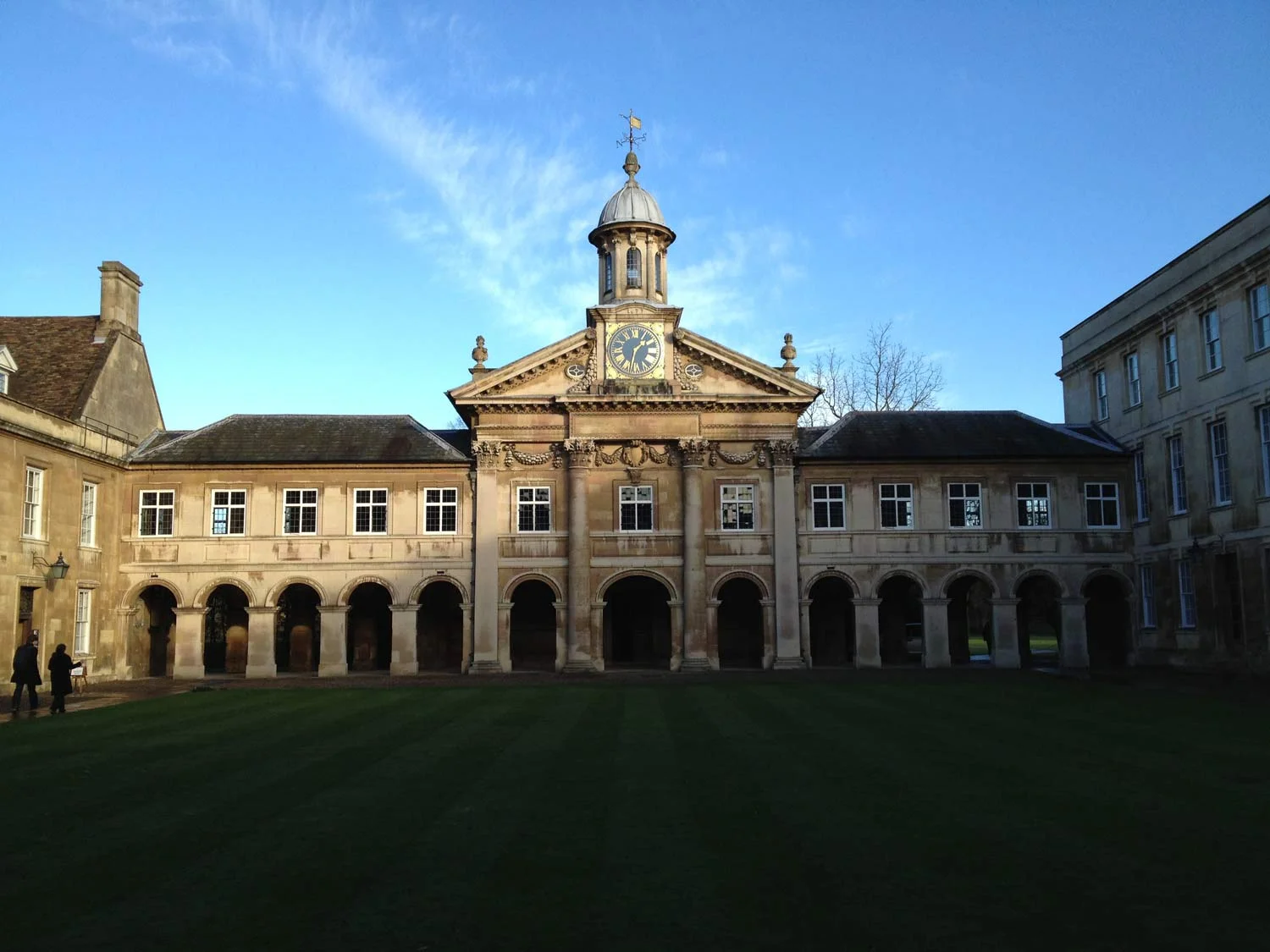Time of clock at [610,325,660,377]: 1:32
